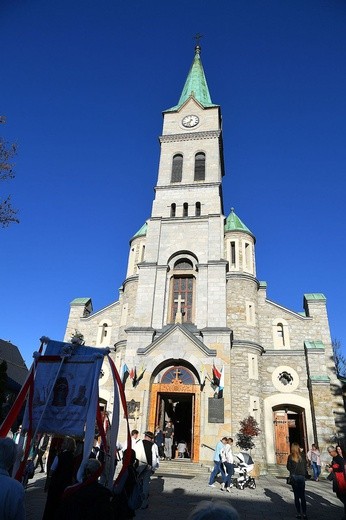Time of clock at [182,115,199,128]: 7:32
